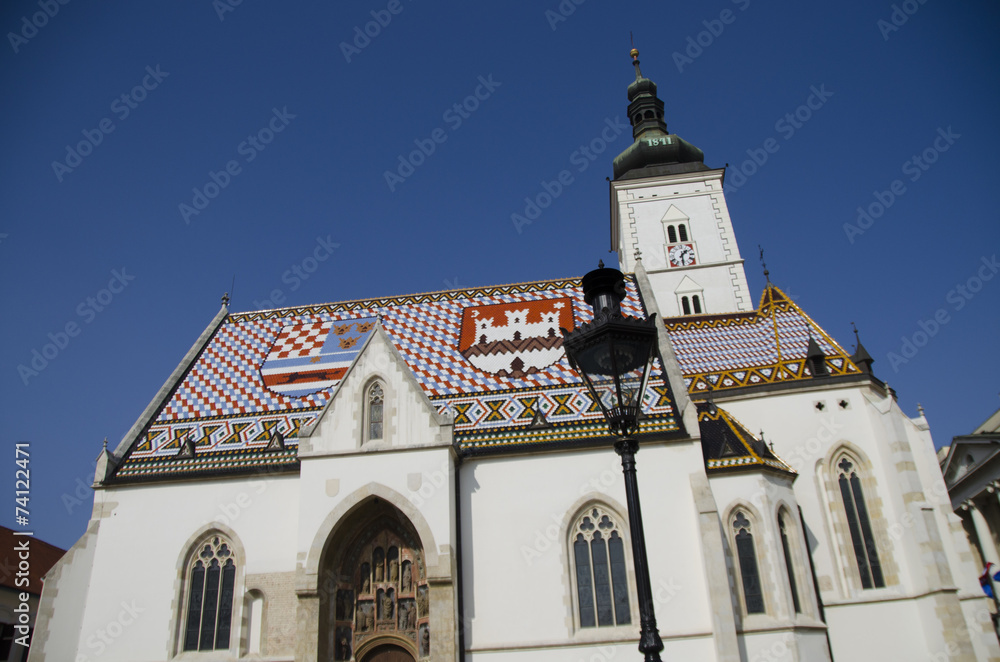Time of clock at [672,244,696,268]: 1:30
